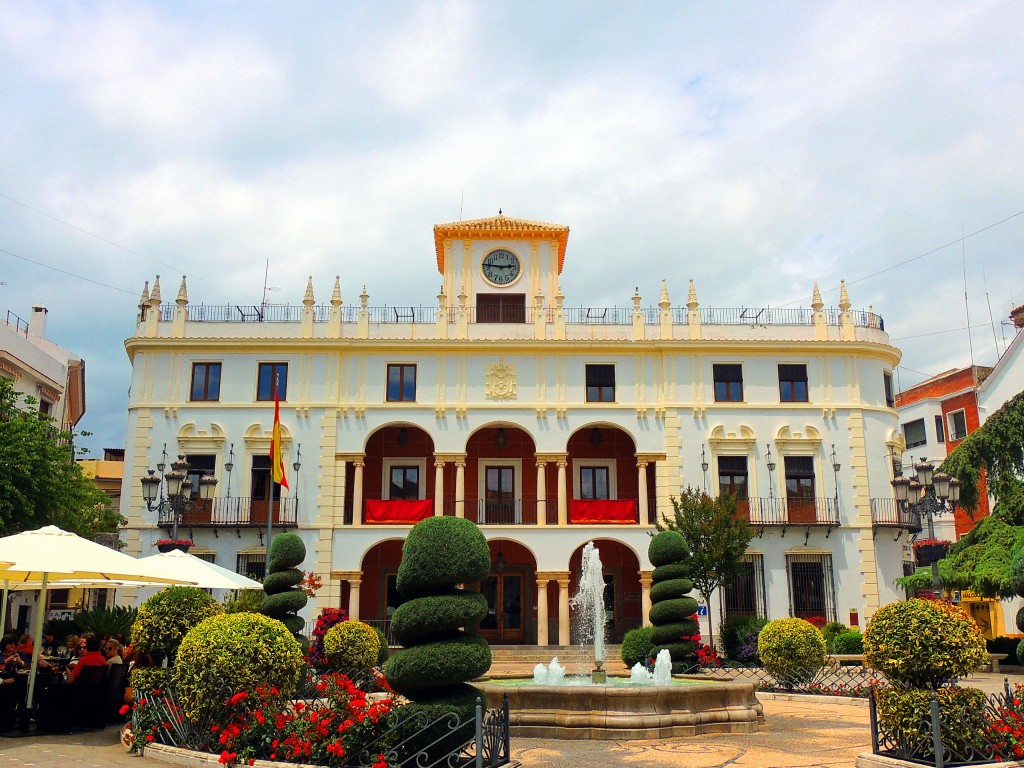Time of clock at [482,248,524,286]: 2:46
